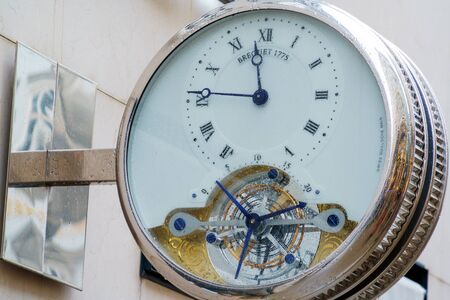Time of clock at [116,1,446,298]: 11:45
